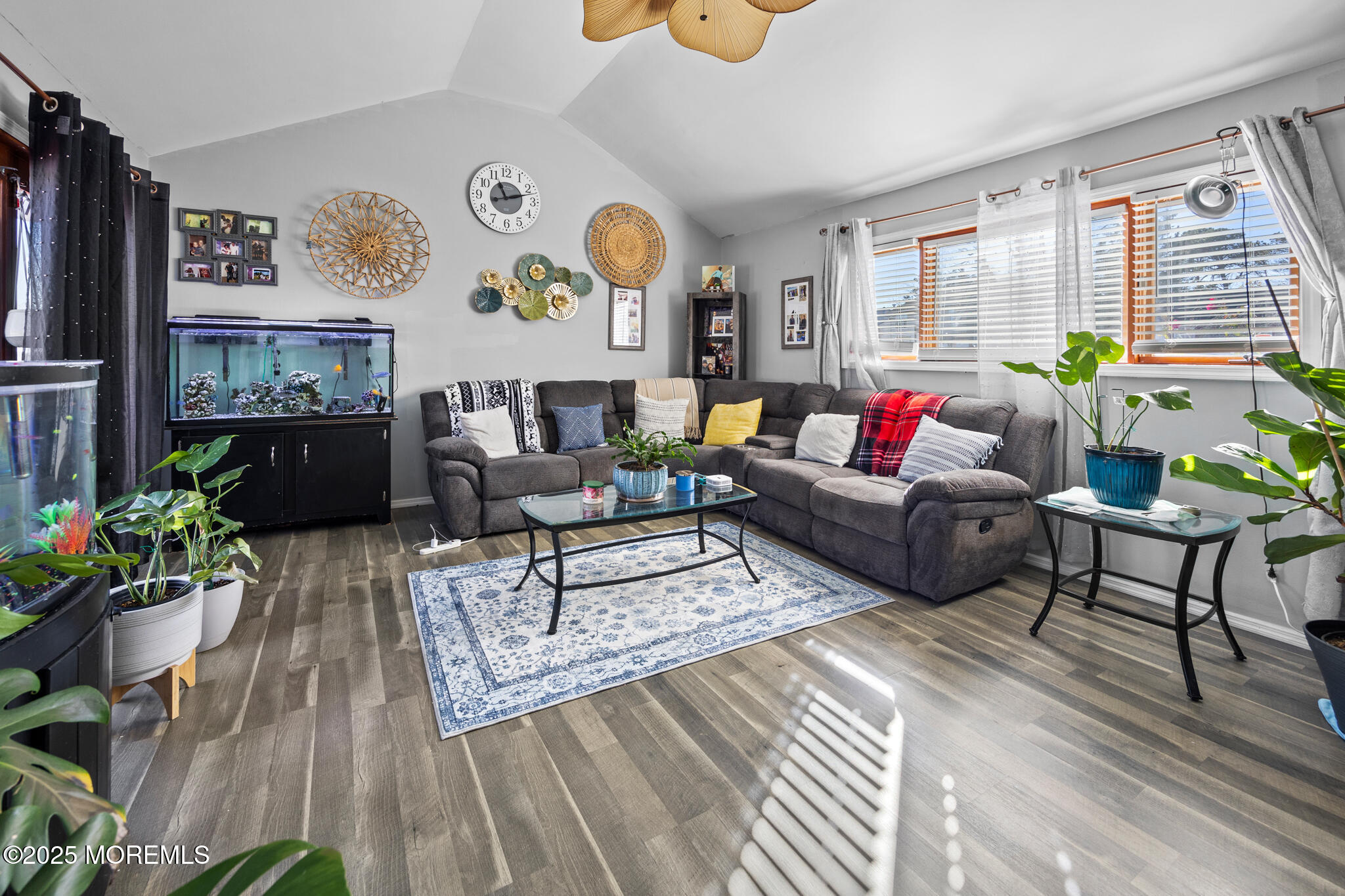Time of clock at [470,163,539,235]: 11:12
